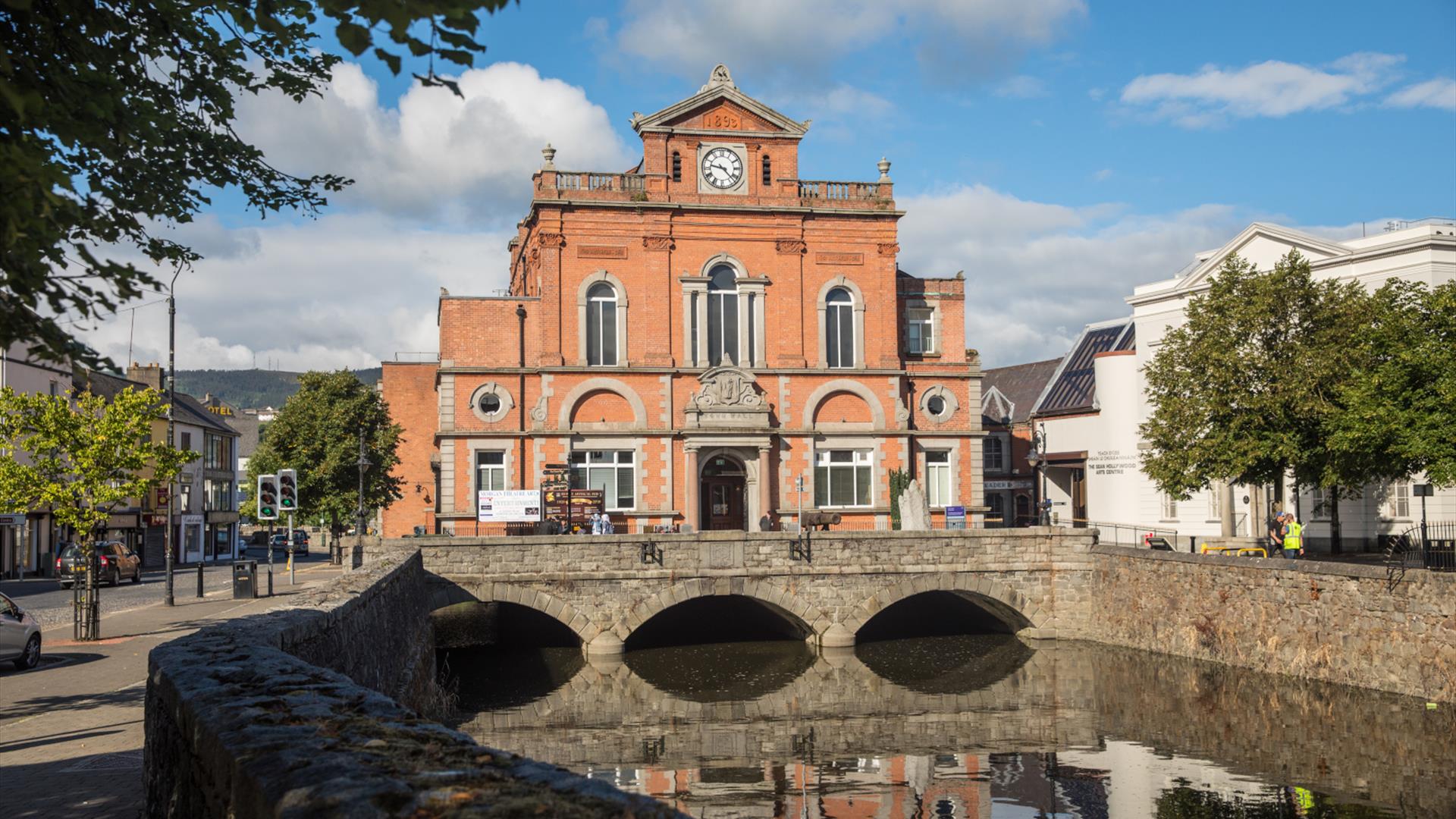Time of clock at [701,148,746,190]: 9:22
